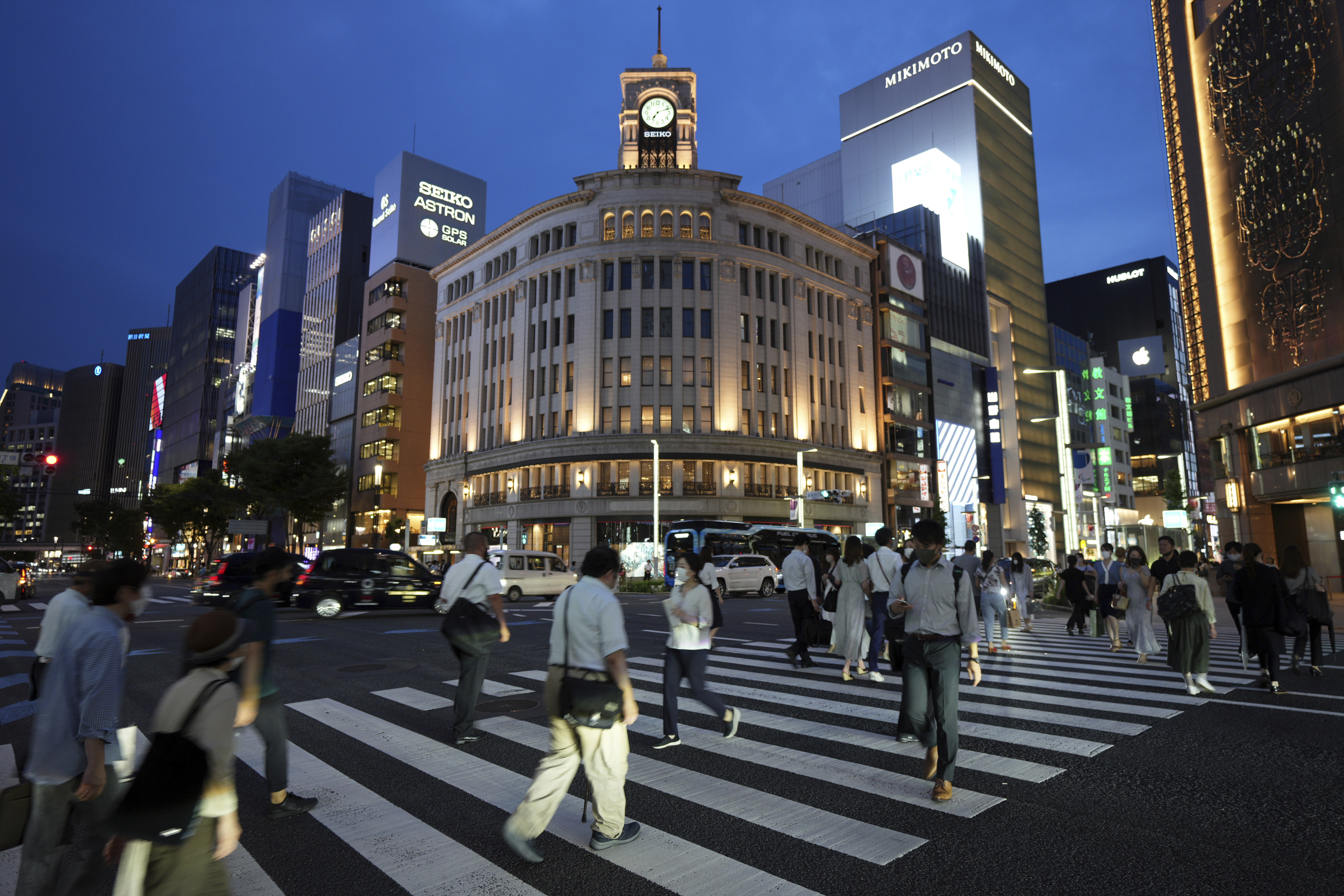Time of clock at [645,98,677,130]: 7:11
